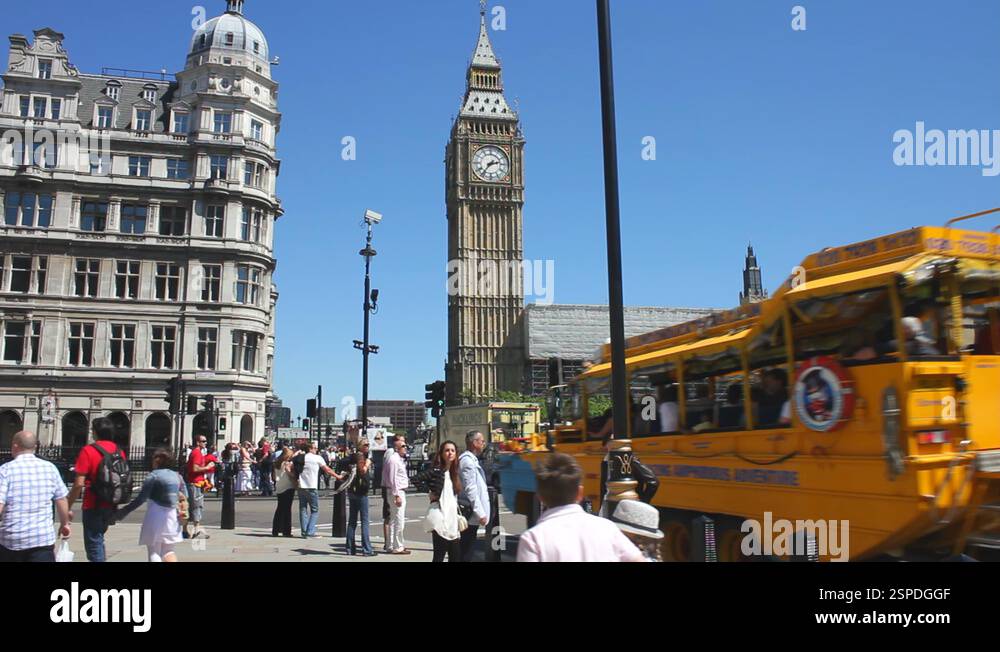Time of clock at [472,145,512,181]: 2:36
